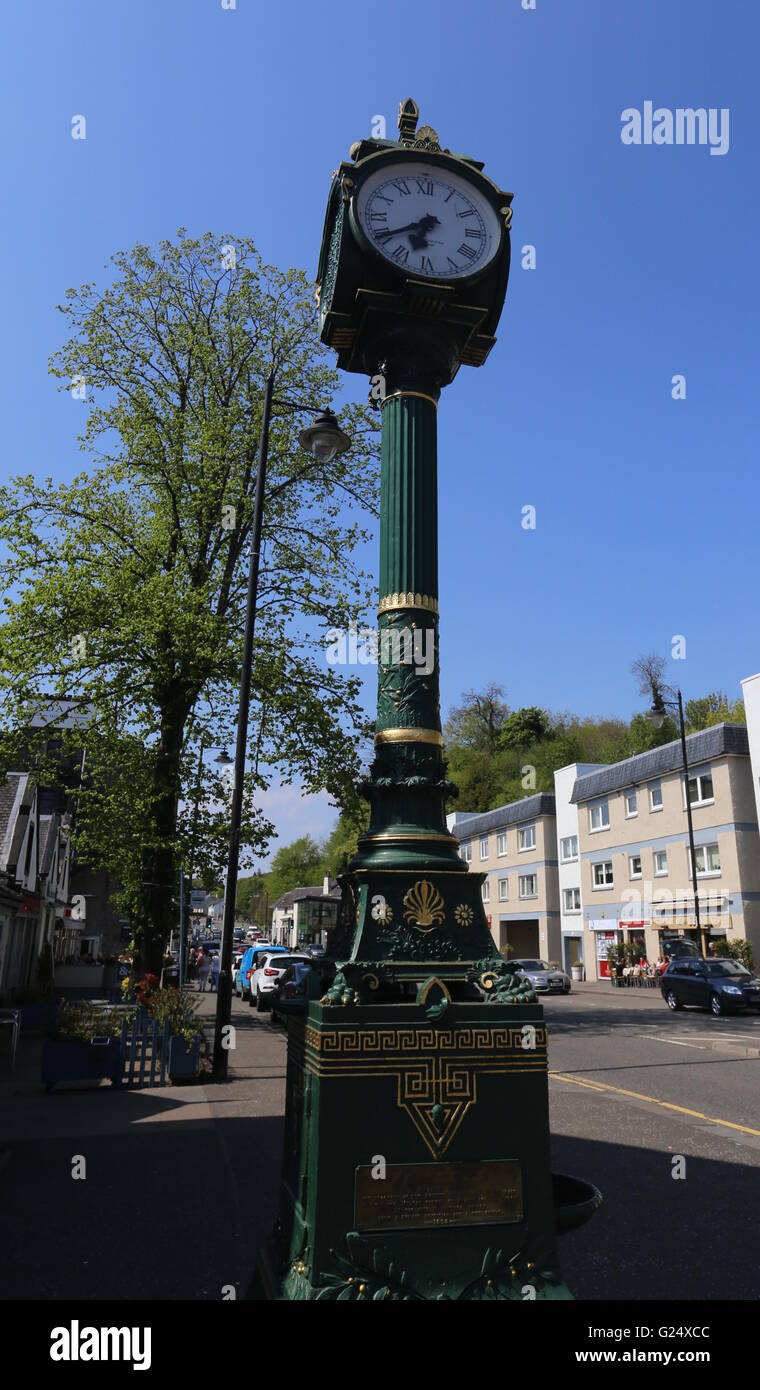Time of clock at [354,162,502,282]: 6:39
